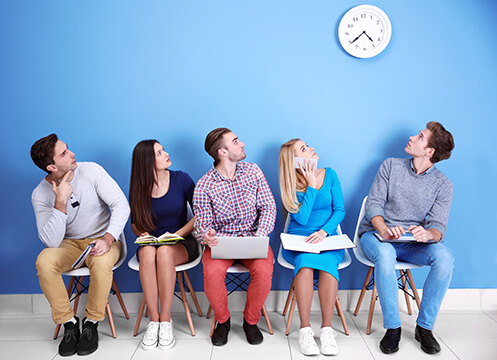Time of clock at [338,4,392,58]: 4:38
